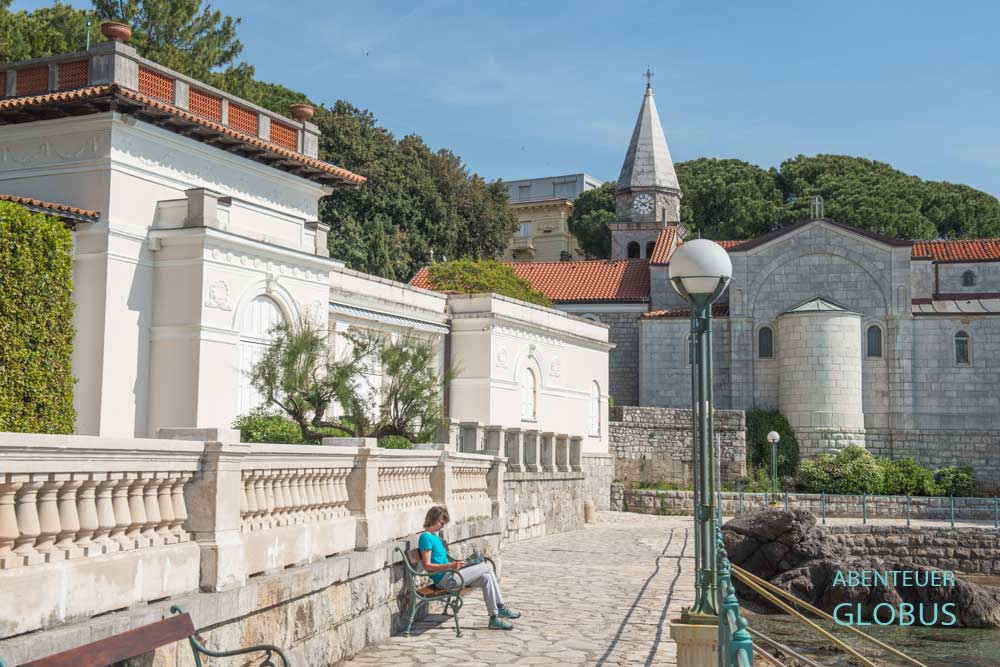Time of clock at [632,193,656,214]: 4:10
